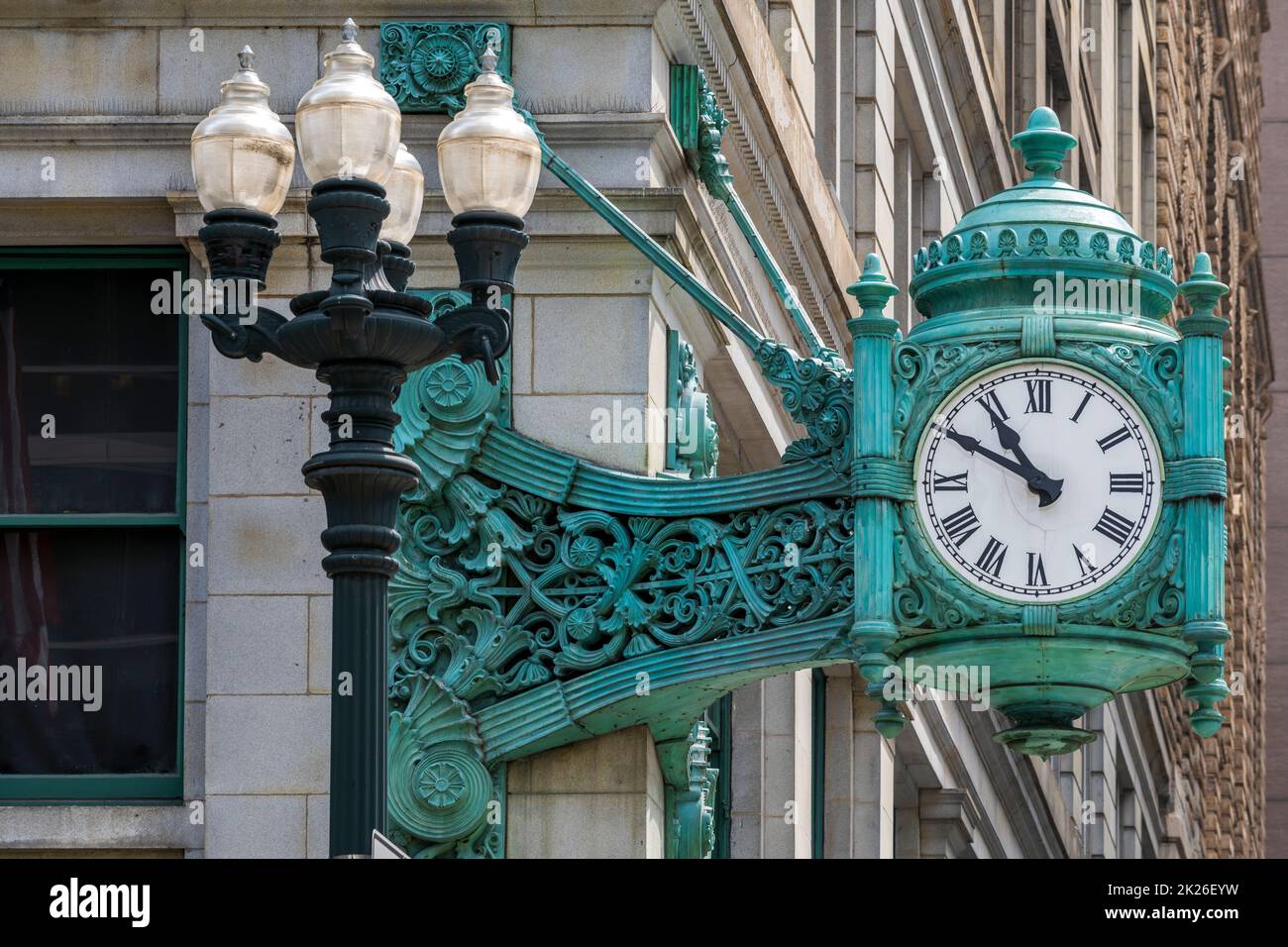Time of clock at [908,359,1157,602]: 10:49
